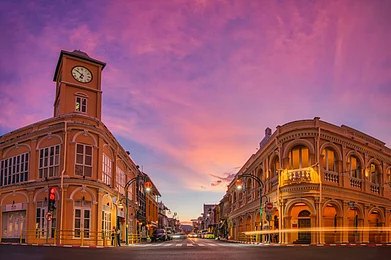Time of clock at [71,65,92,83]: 6:51
